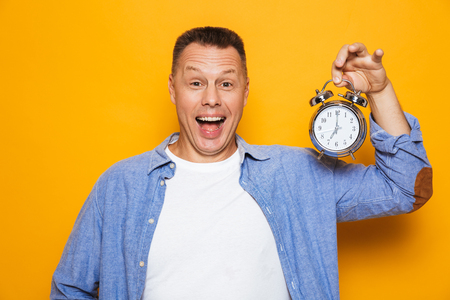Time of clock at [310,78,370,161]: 7:00
